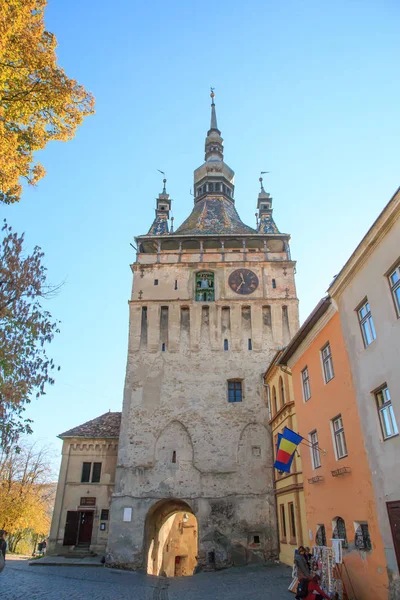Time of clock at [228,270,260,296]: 11:35
